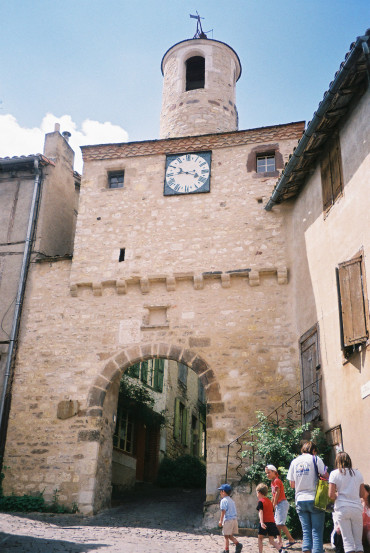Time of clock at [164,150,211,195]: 9:18
